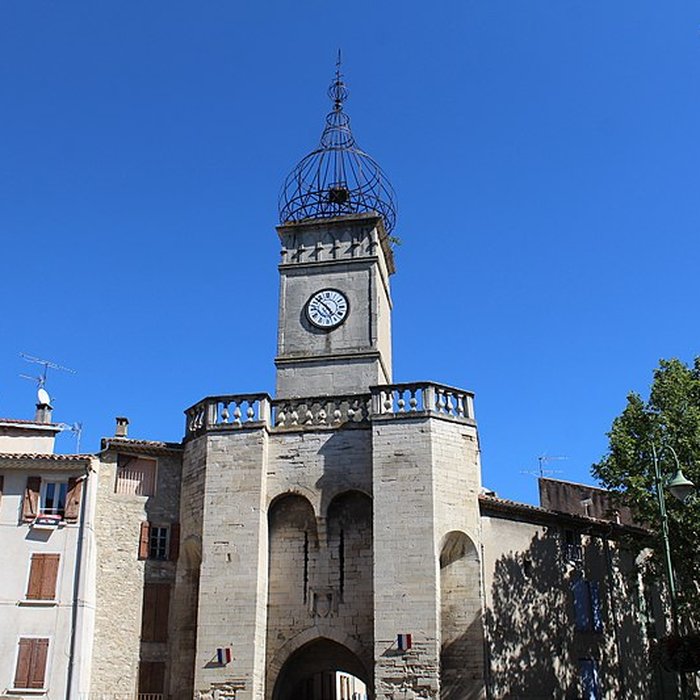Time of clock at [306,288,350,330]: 4:52
